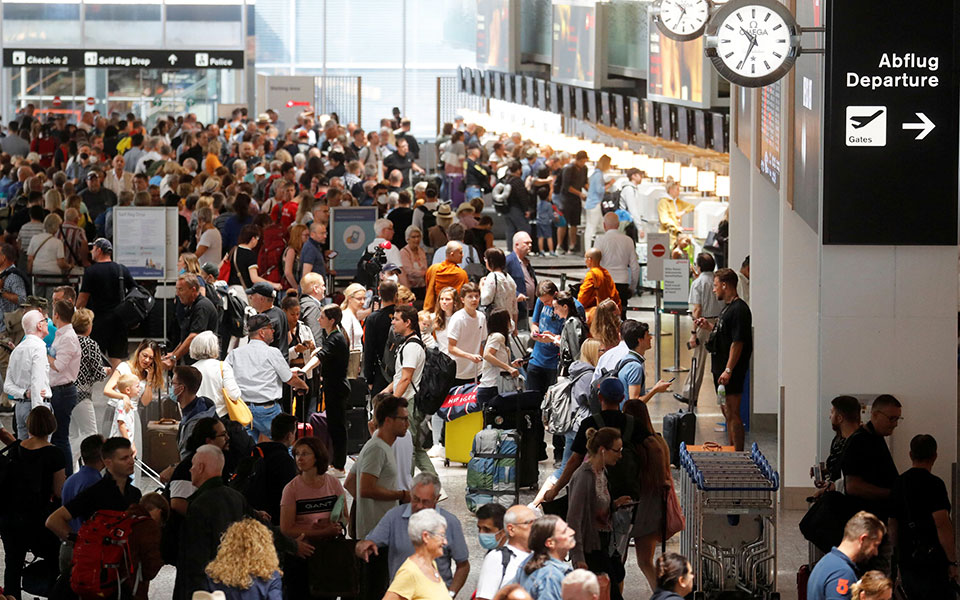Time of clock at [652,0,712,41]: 10:34
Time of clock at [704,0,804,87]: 10:34
